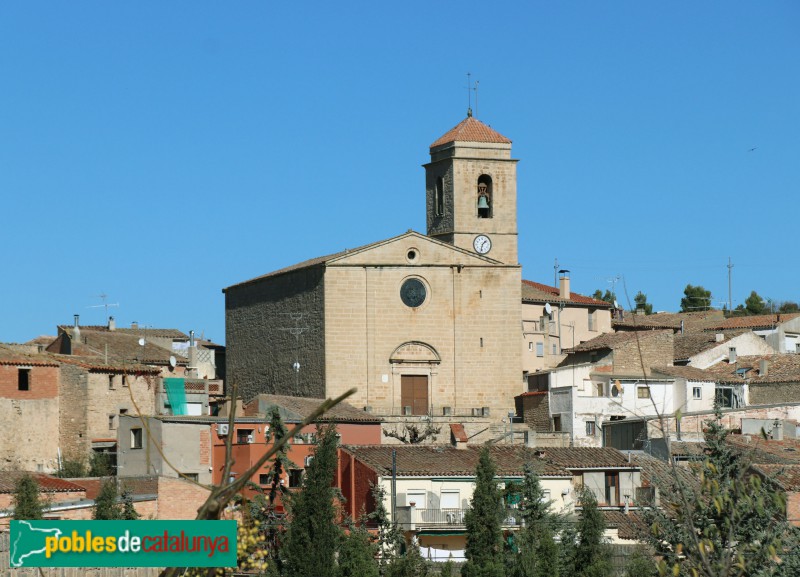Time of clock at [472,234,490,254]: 1:32
